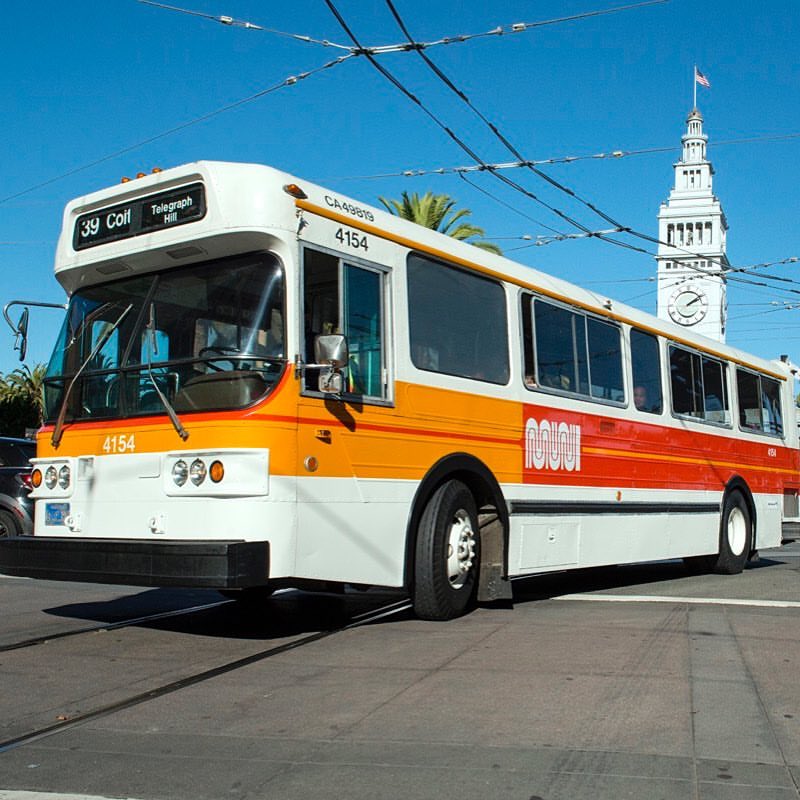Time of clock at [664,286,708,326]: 2:09
